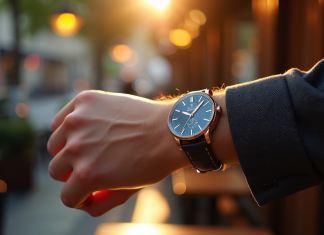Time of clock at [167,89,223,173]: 10:07
